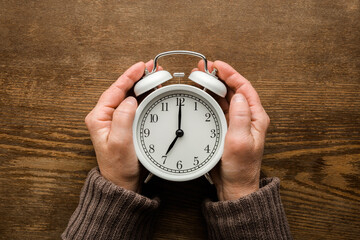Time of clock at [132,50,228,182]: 7:00
